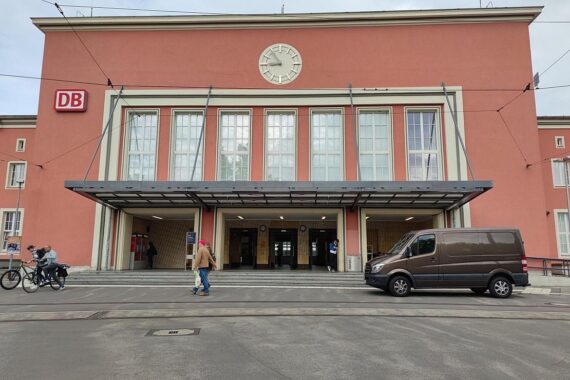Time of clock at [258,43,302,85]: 8:53
